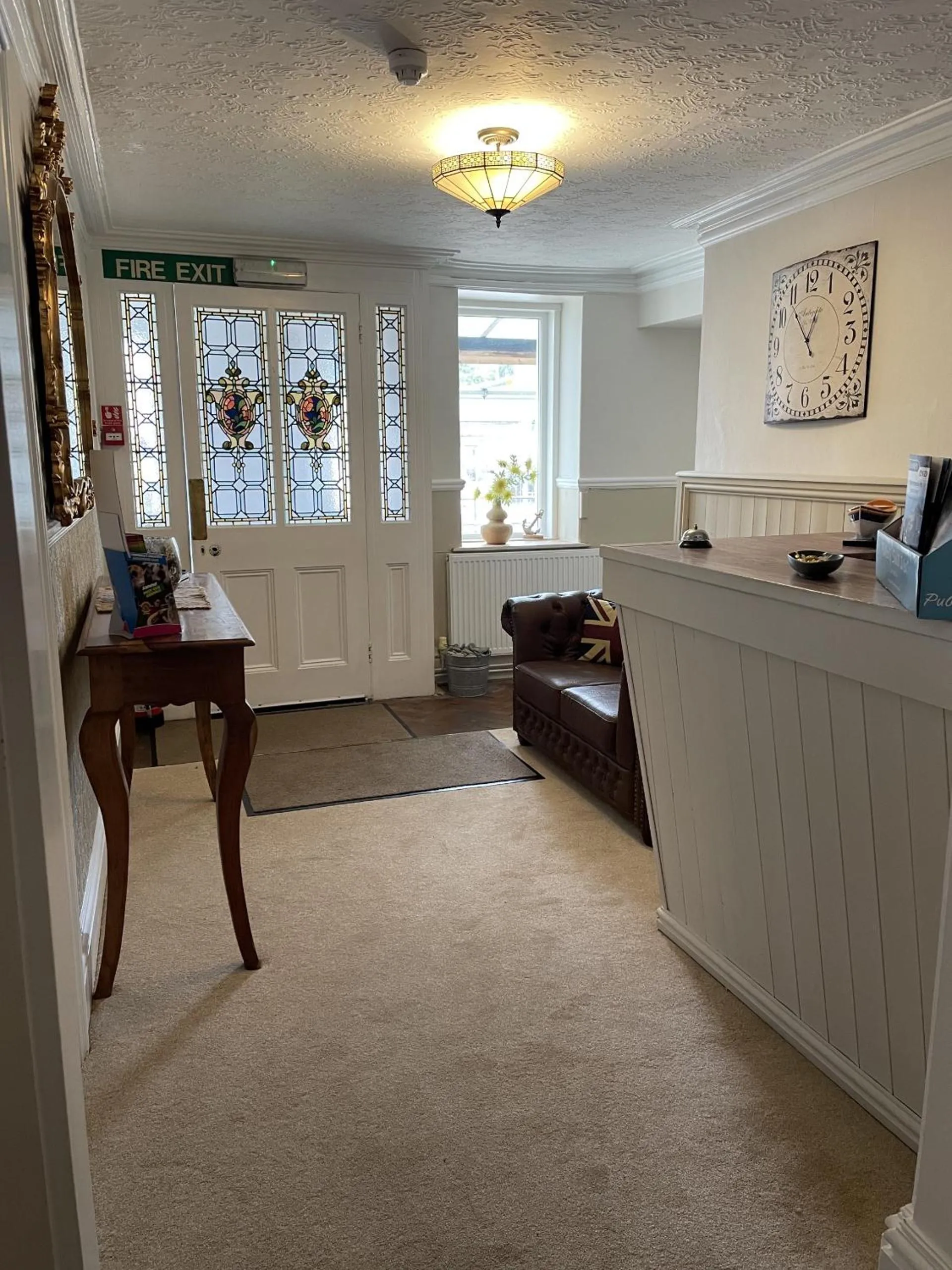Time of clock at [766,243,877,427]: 12:53
